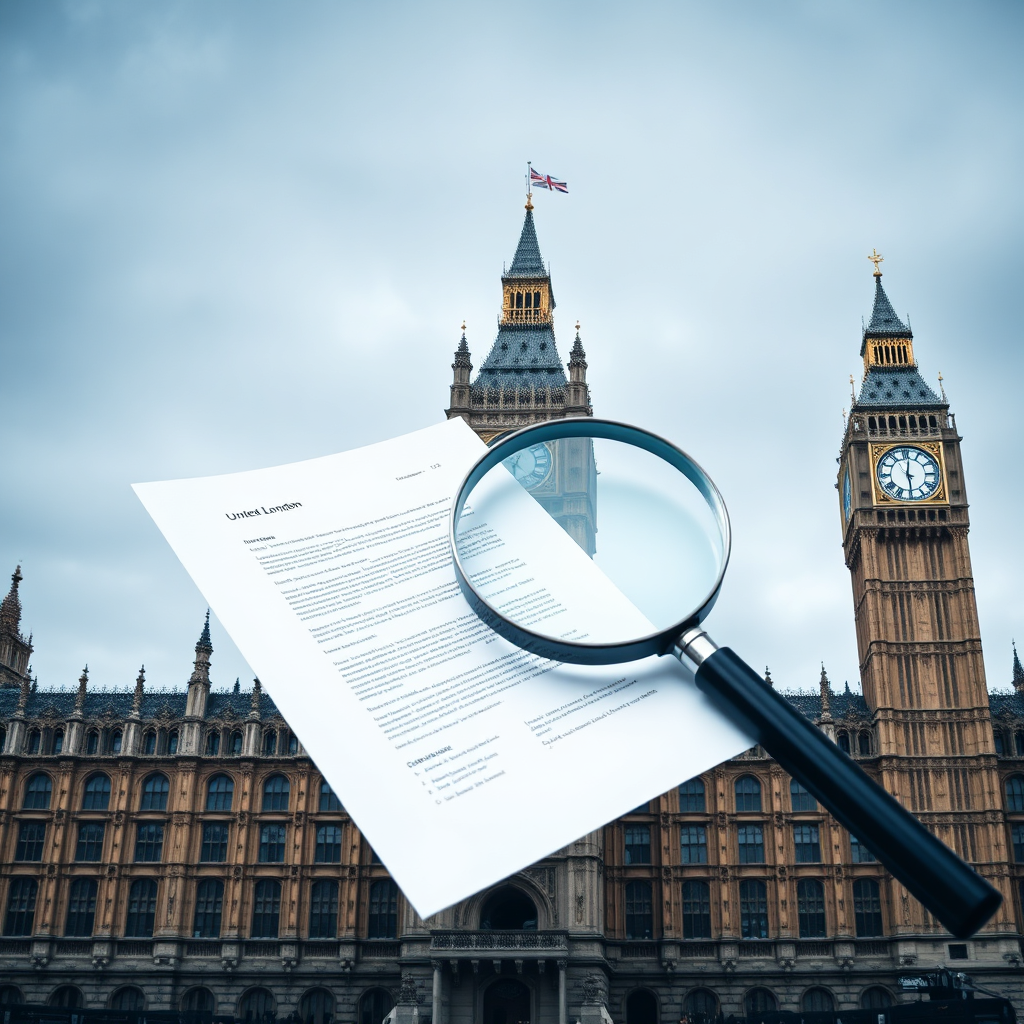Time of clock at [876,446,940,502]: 6:01
